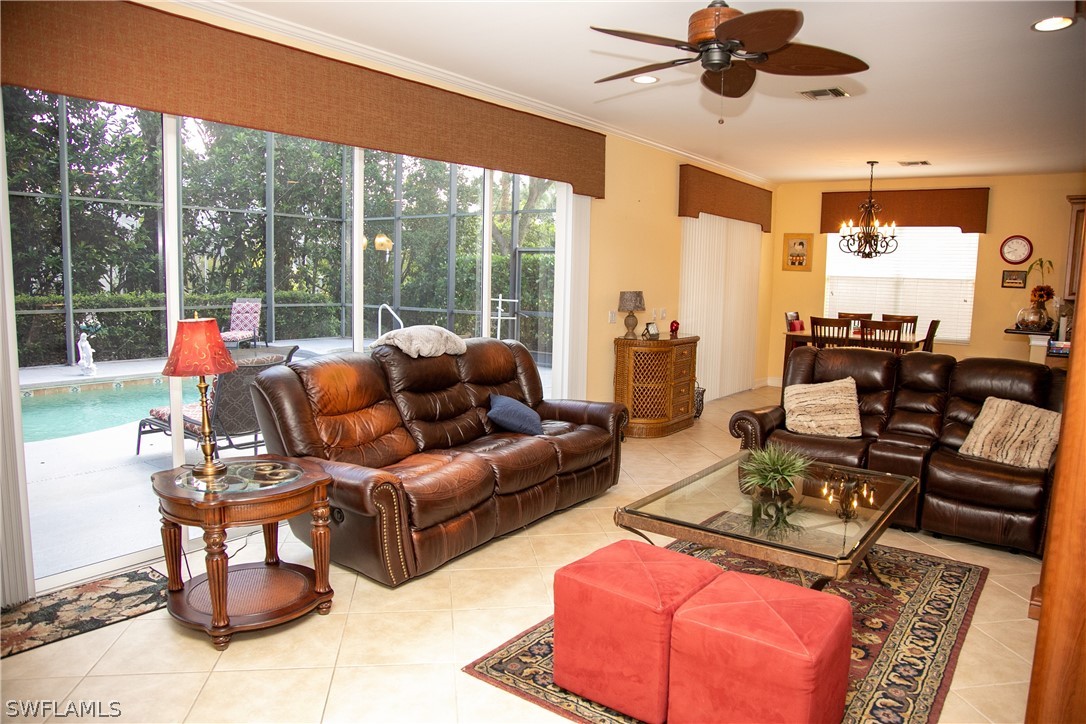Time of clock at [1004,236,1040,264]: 9:41
